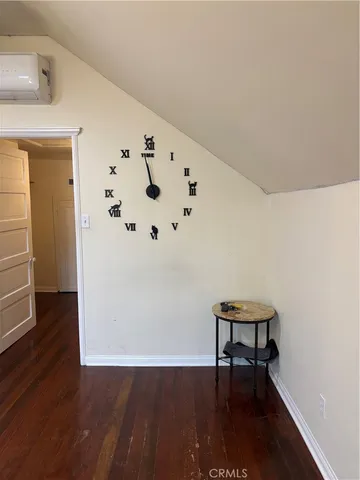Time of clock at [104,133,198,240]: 11:58
